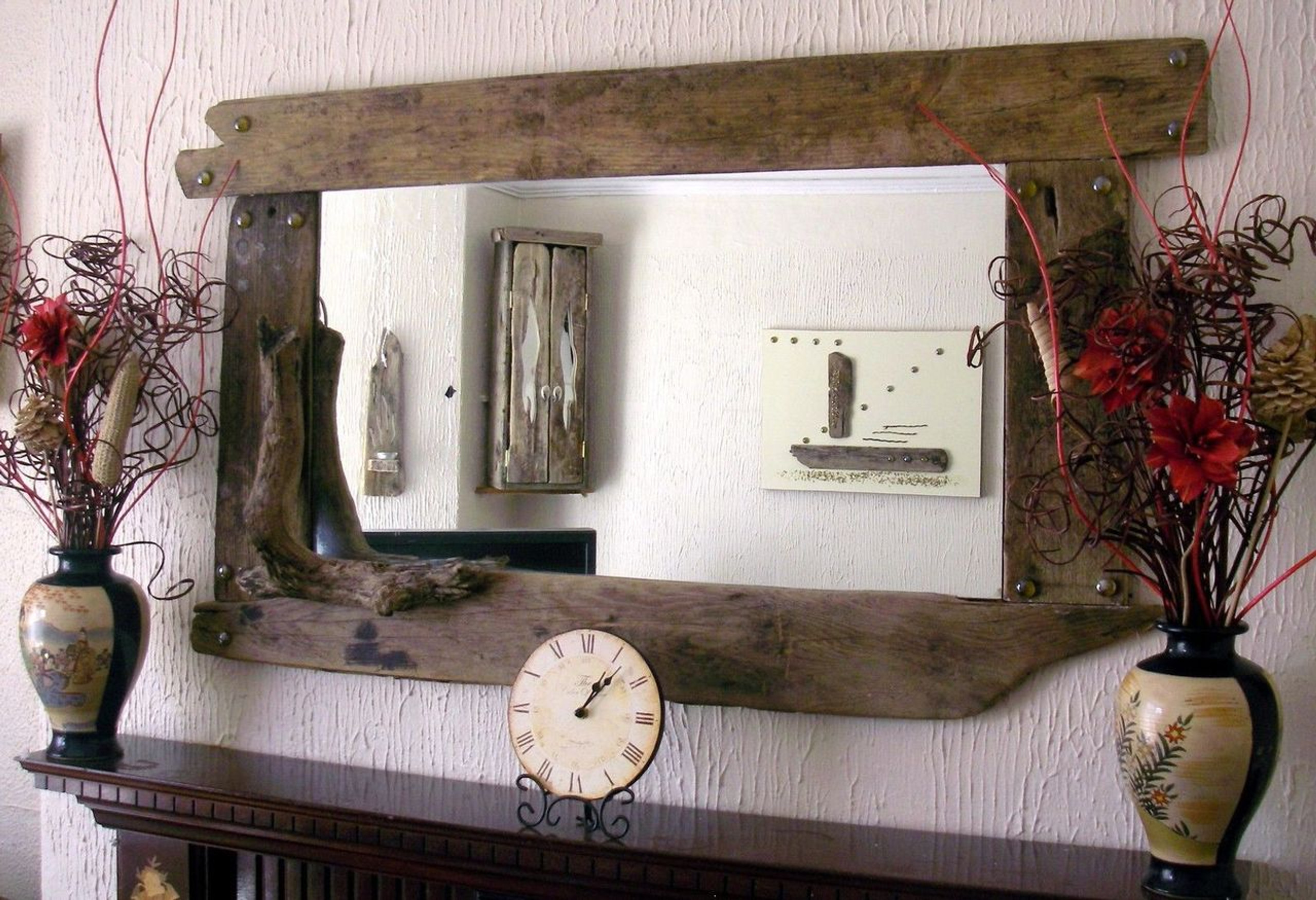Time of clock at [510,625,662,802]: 1:07
